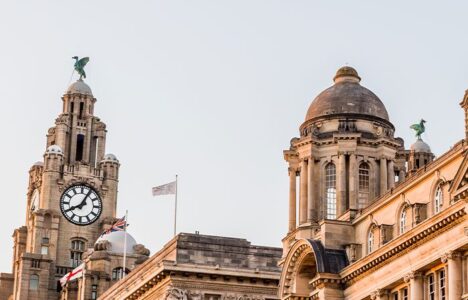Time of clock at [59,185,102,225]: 8:04
